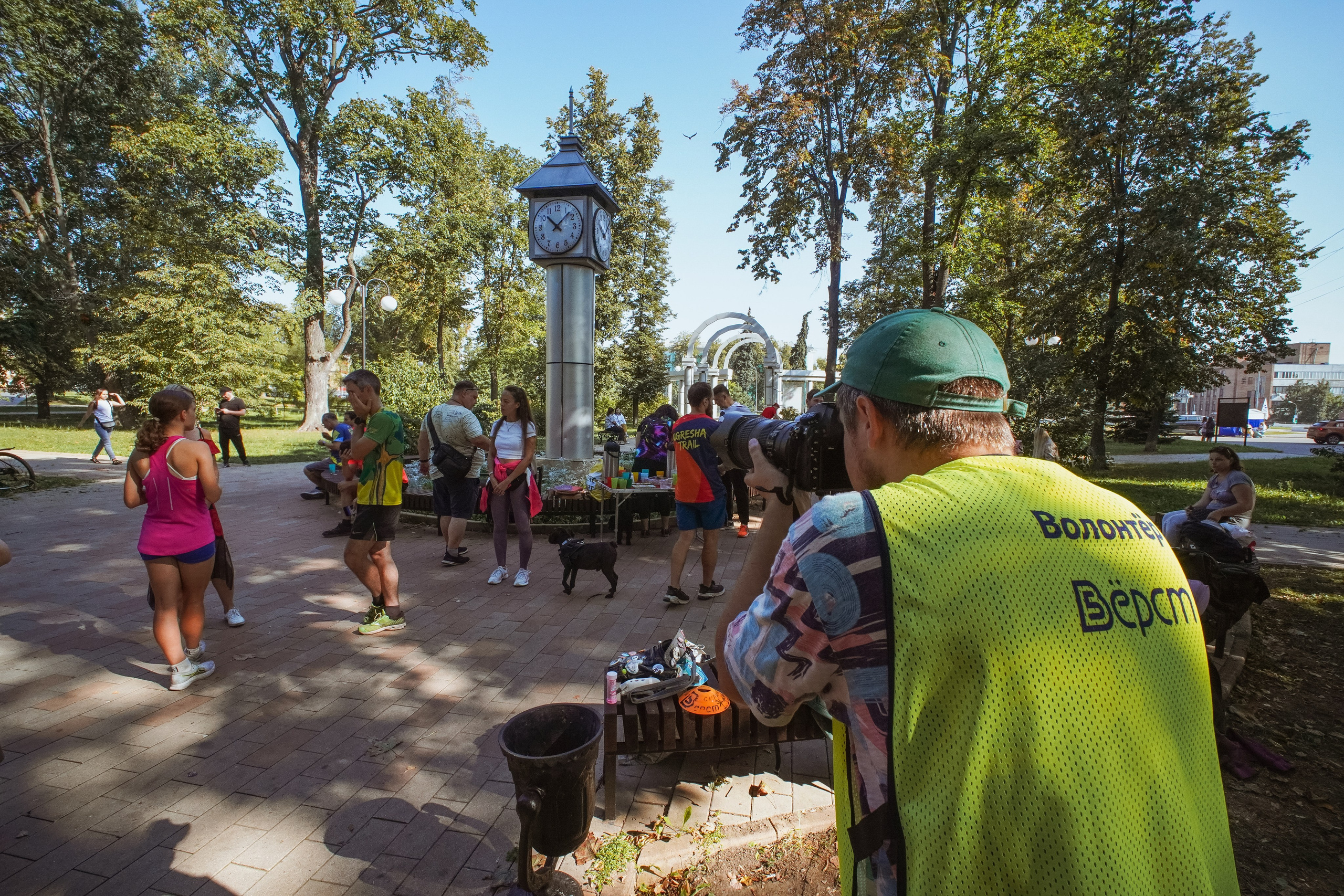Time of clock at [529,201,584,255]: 10:07
